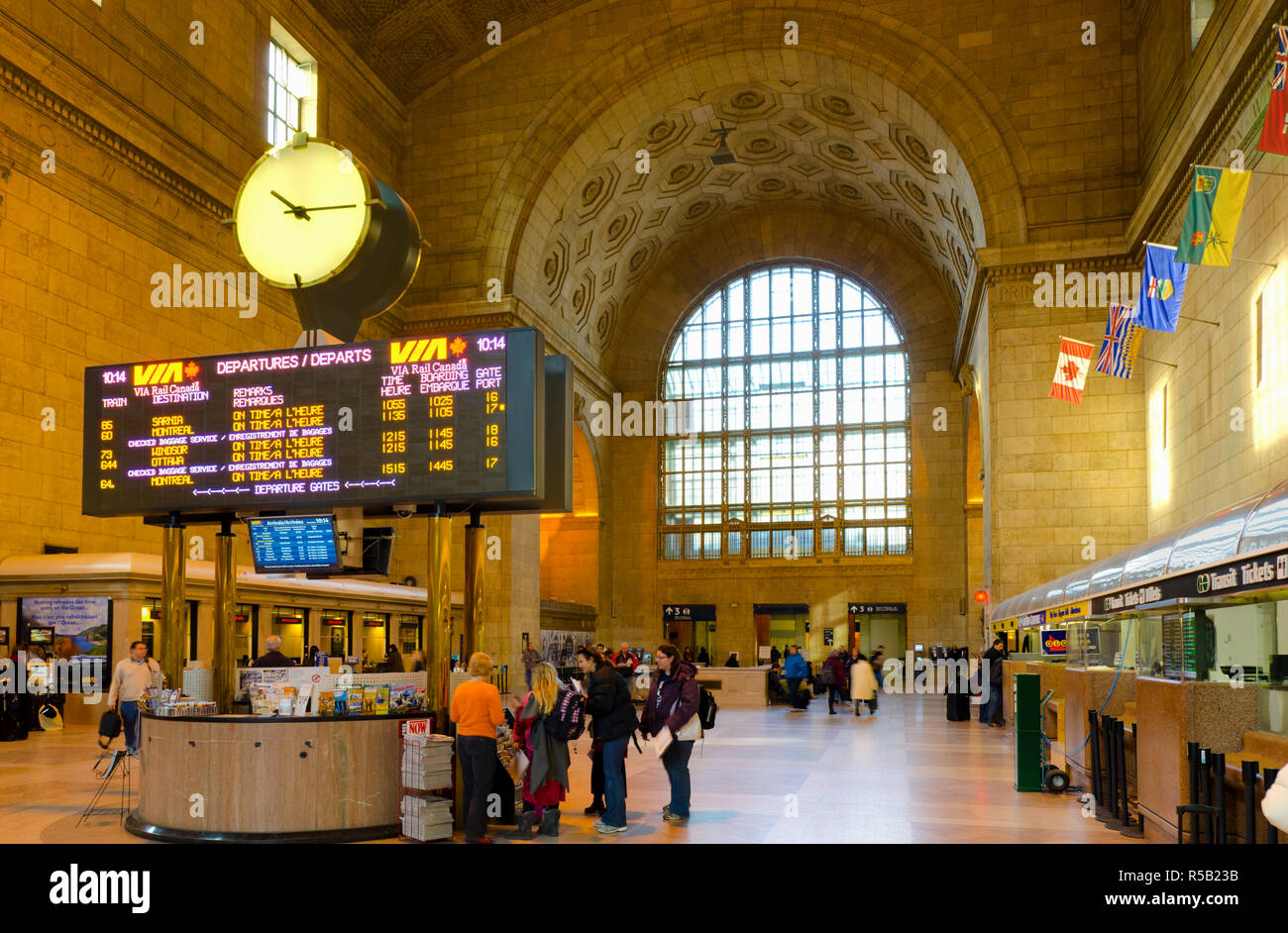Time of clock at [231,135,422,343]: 10:14
